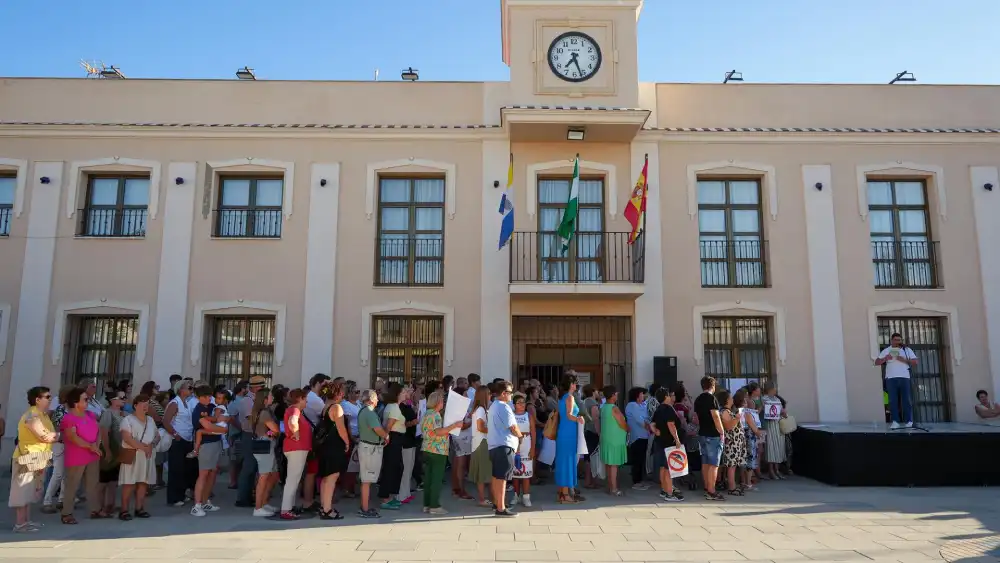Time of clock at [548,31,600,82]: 7:26
